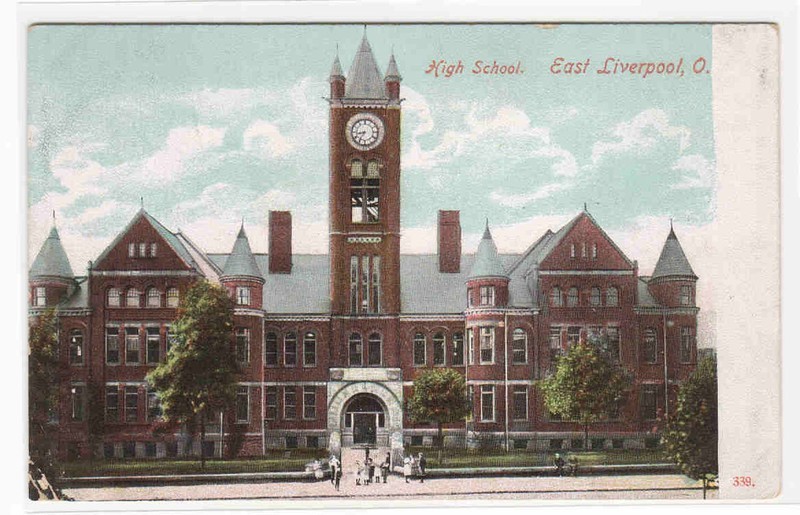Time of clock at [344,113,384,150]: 8:35
